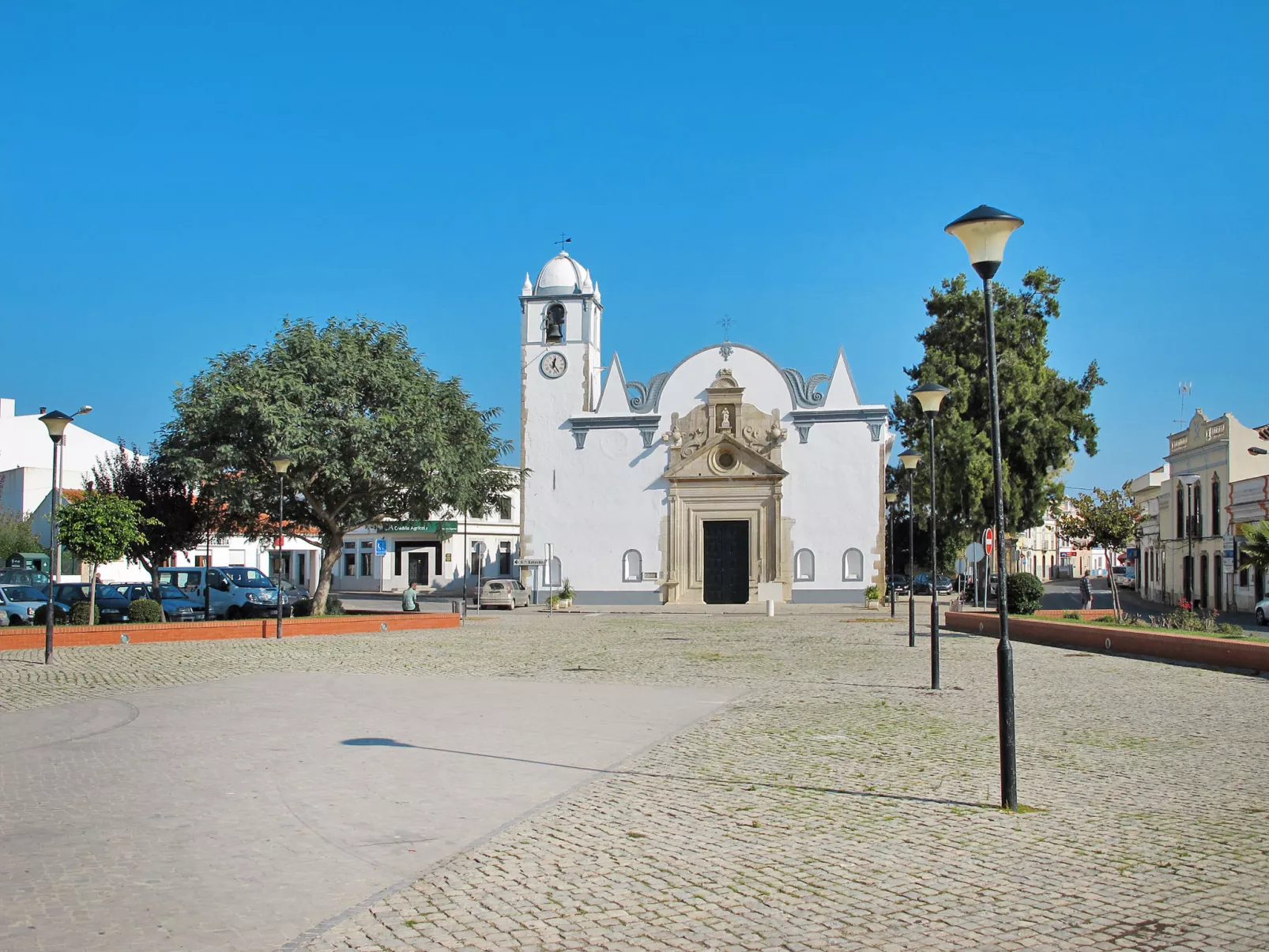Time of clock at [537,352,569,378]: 12:24
